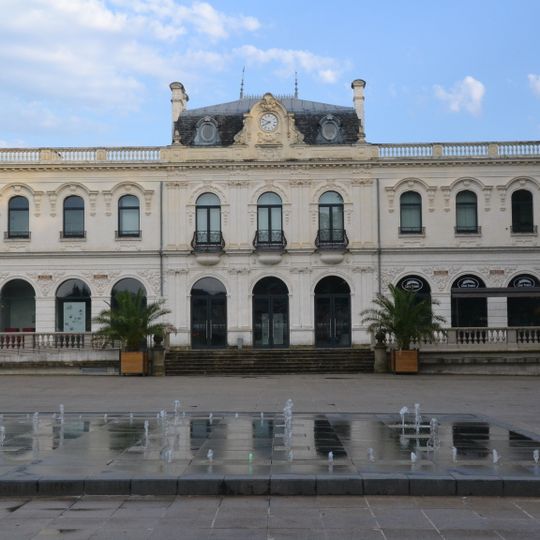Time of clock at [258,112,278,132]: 7:48
